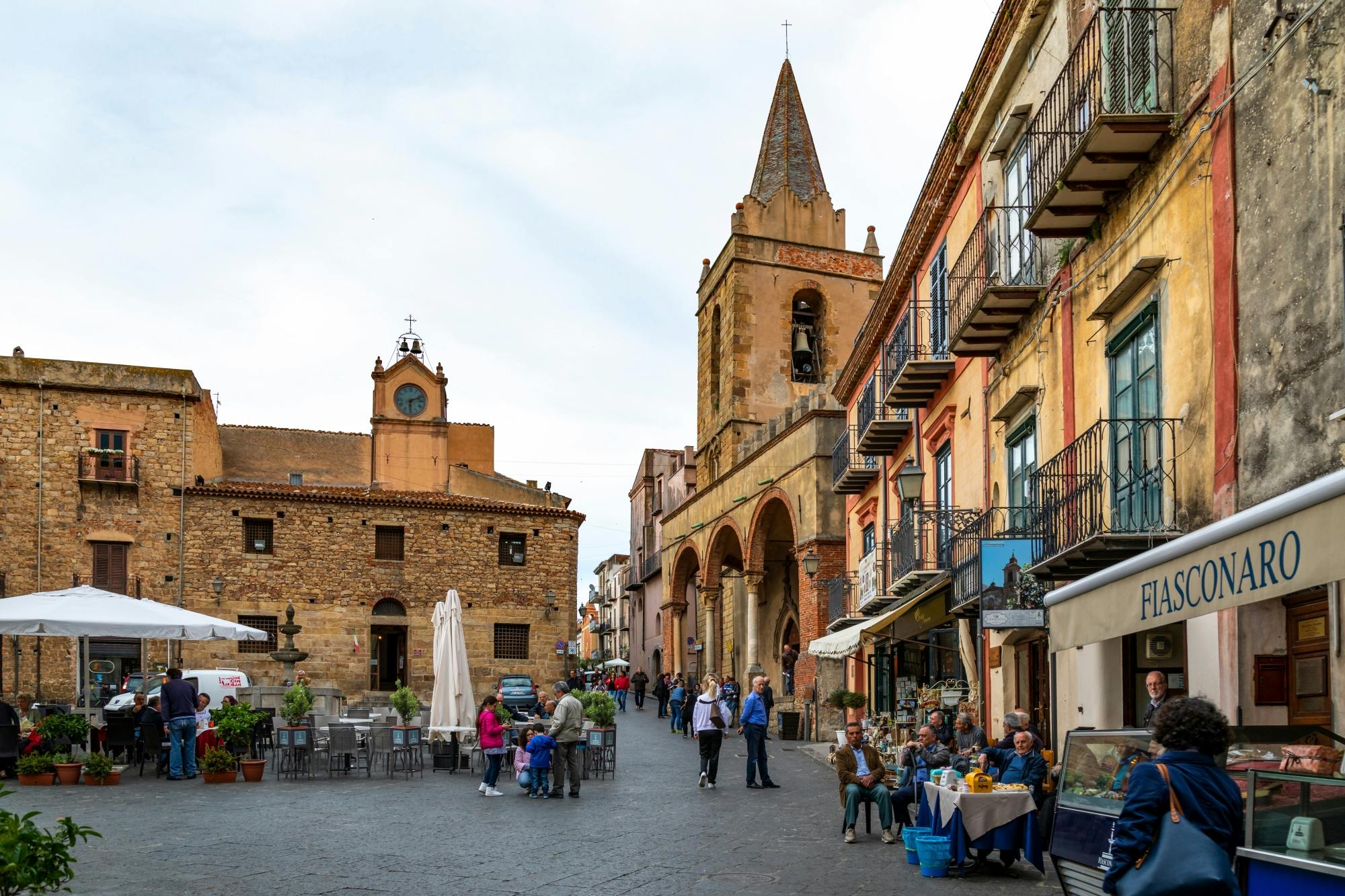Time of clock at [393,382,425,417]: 6:11
